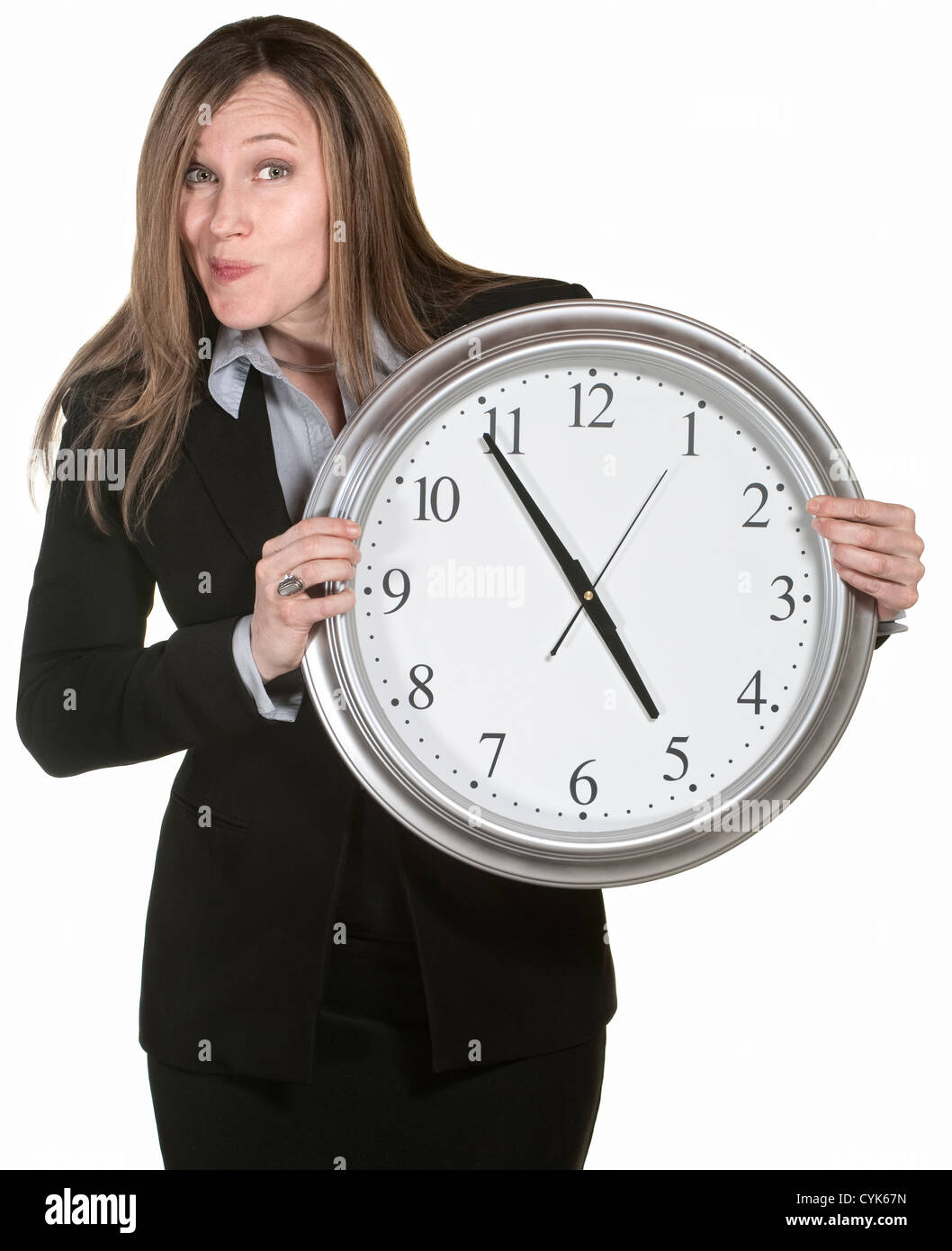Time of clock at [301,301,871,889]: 4:54
